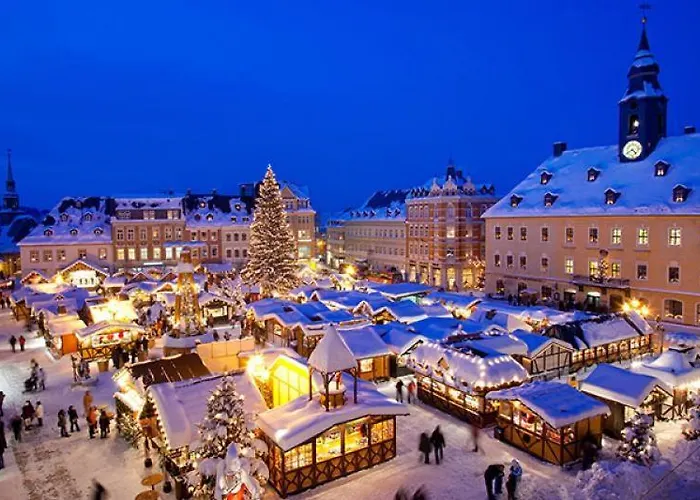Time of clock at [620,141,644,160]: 4:40
